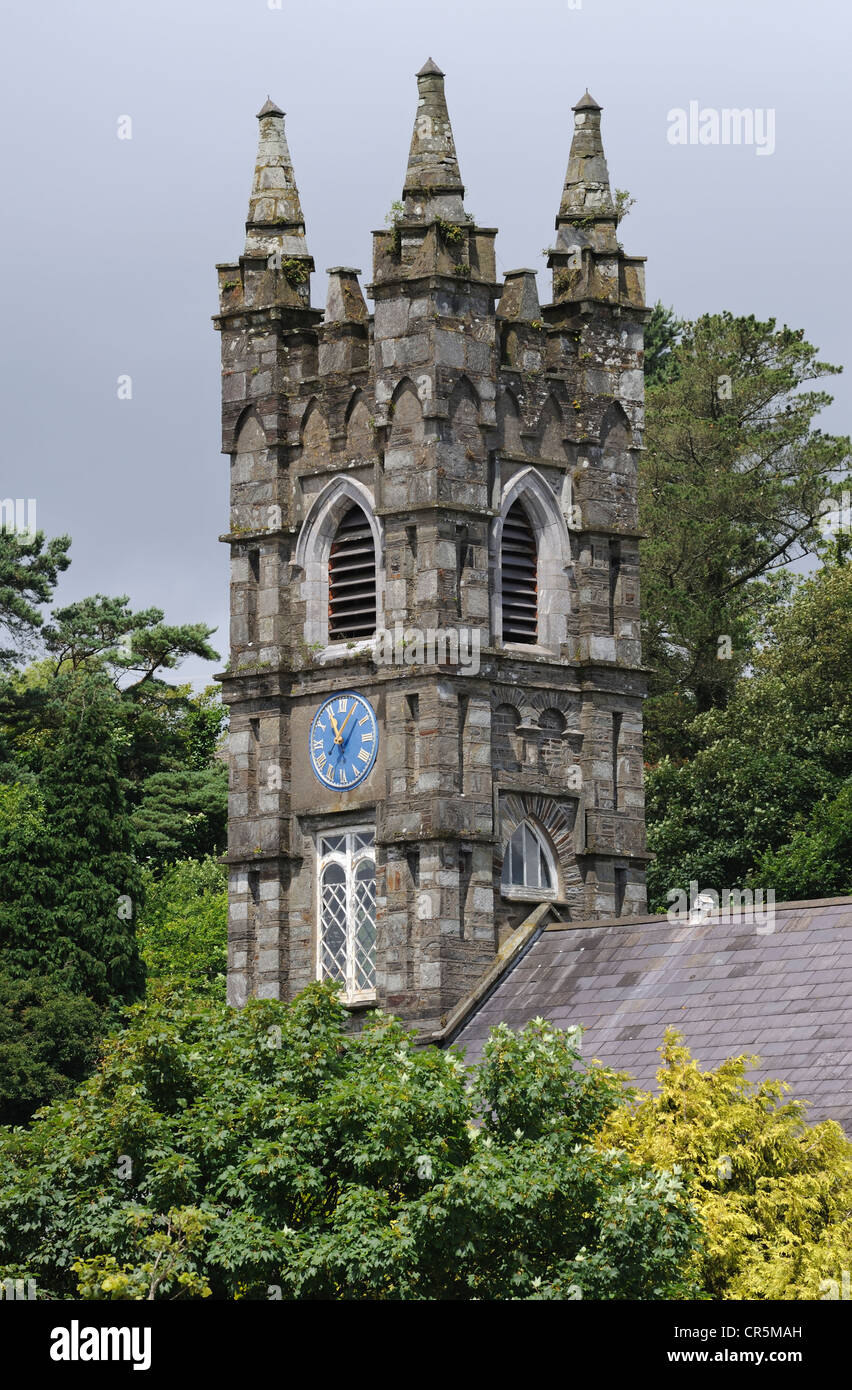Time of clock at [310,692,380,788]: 11:04
